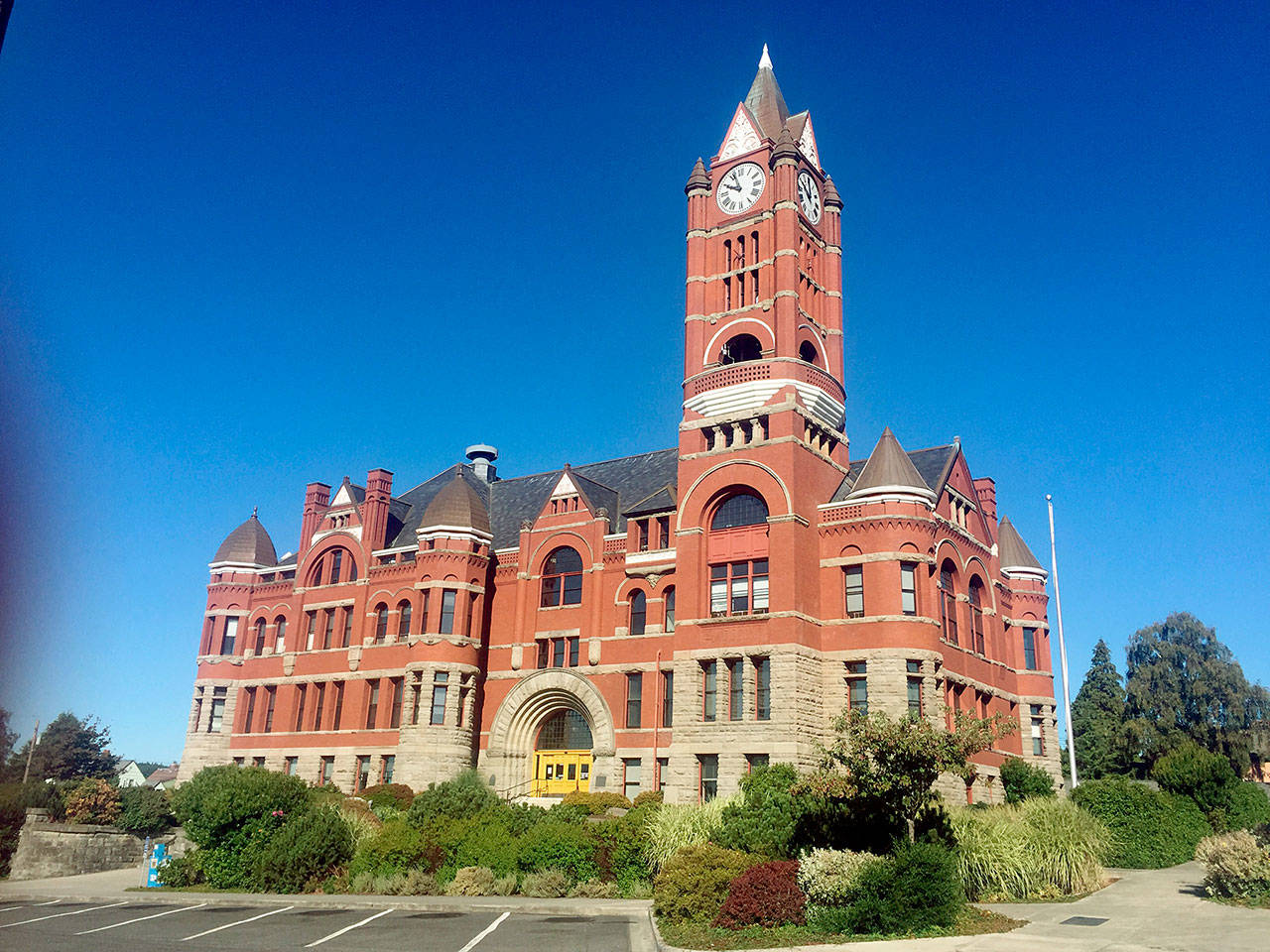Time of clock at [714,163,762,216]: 9:56
